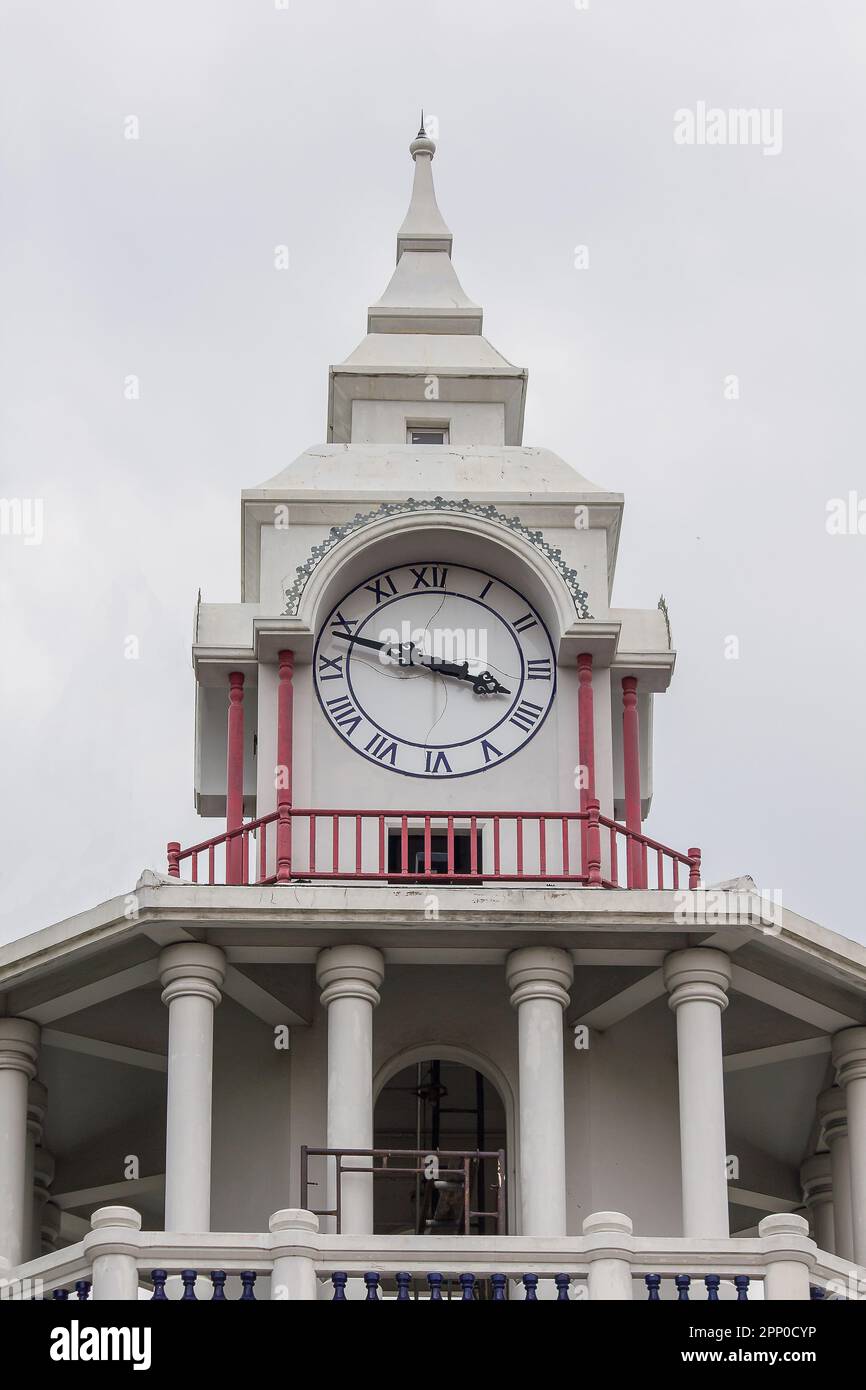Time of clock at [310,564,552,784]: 3:48
